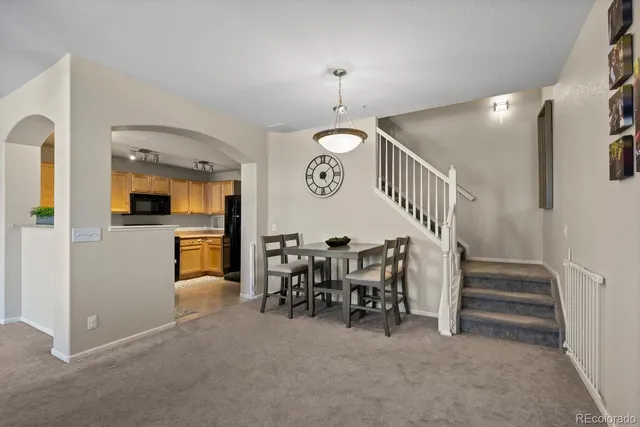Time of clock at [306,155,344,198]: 5:08
